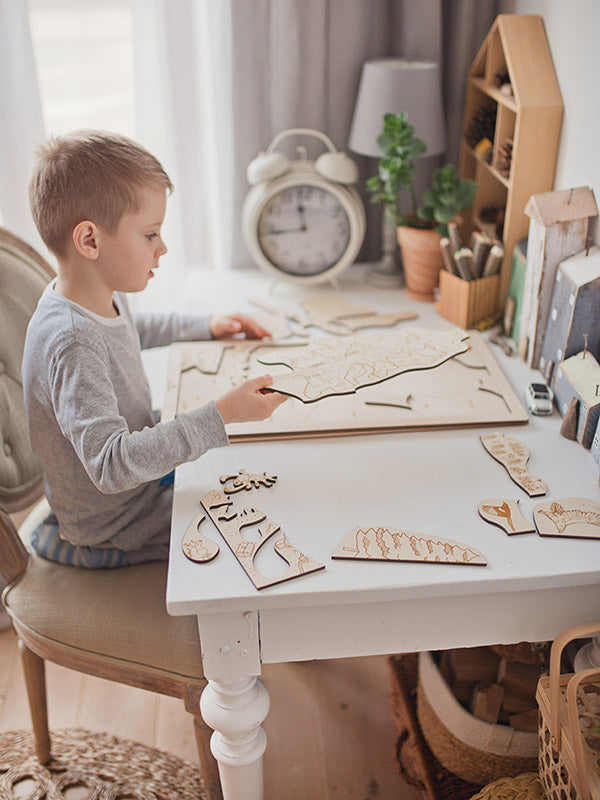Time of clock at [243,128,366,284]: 11:43
